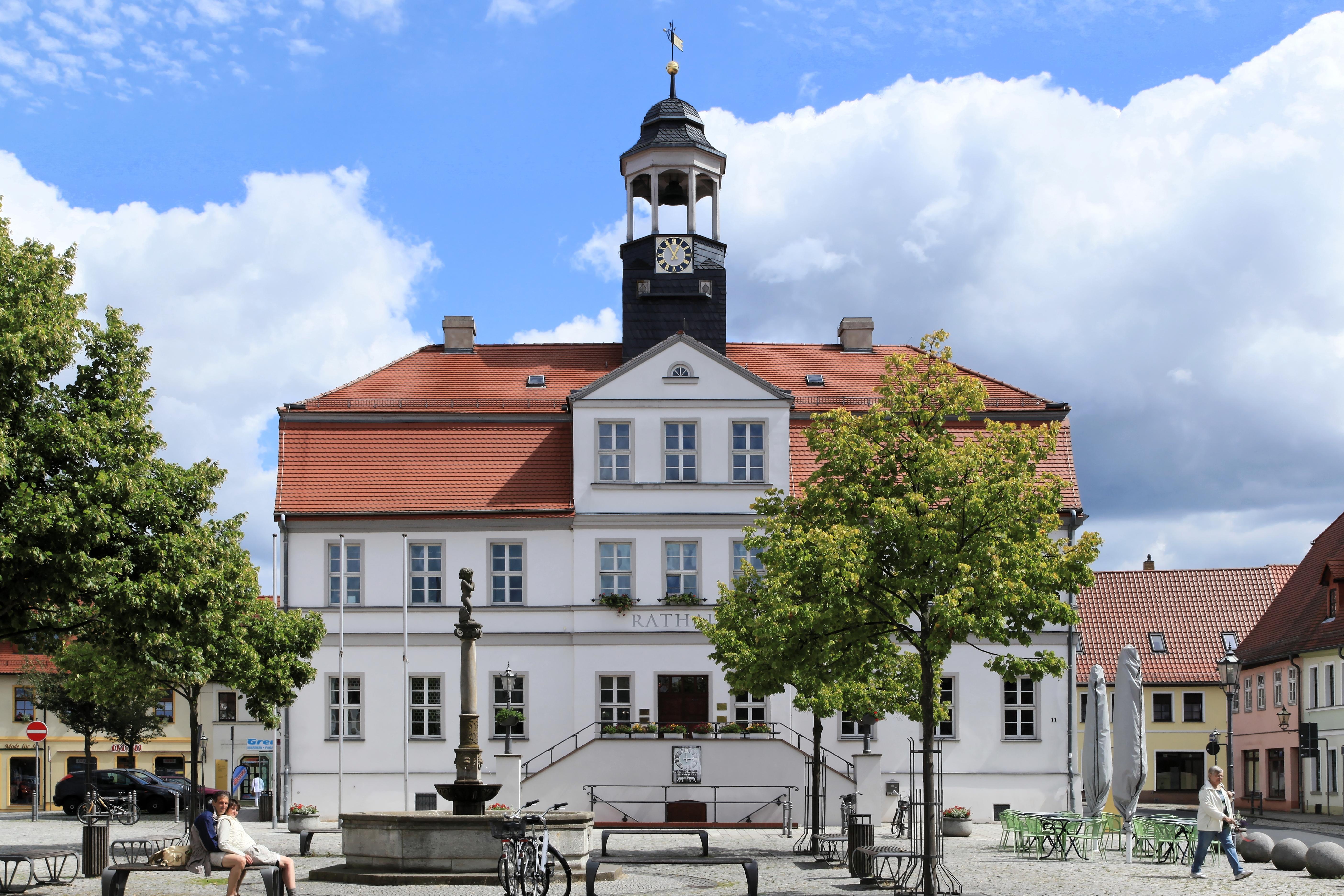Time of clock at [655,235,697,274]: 12:55
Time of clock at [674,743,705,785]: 2:59
